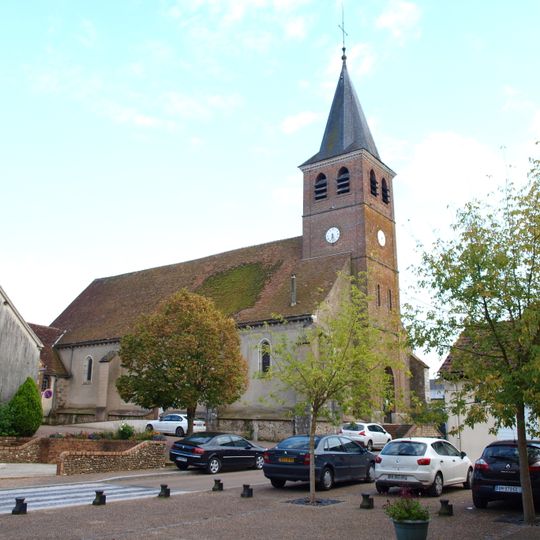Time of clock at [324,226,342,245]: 6:27
